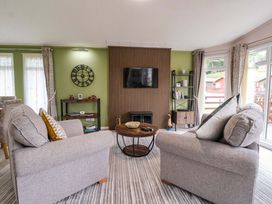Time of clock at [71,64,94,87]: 5:59
